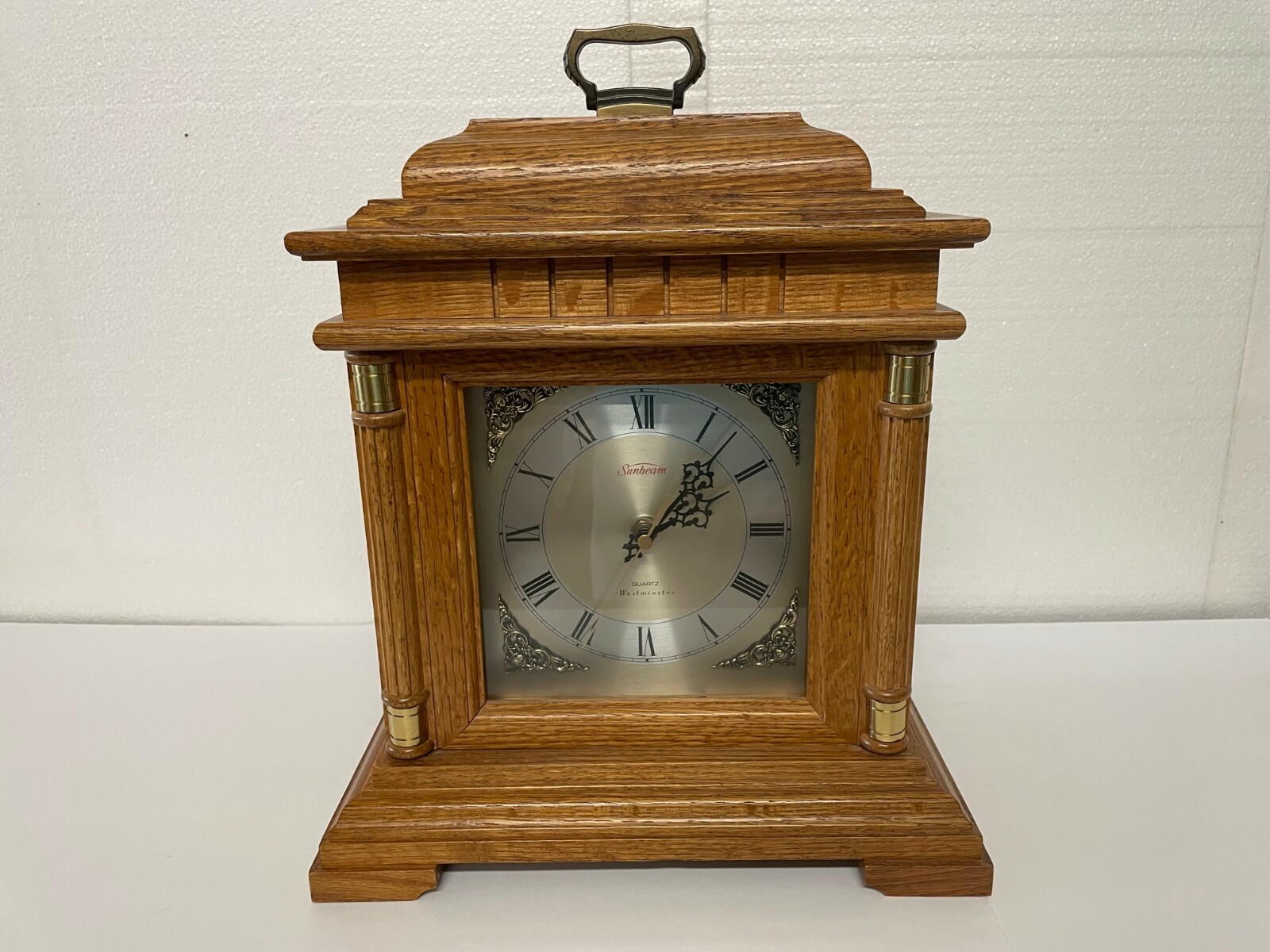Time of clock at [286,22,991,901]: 1:09
